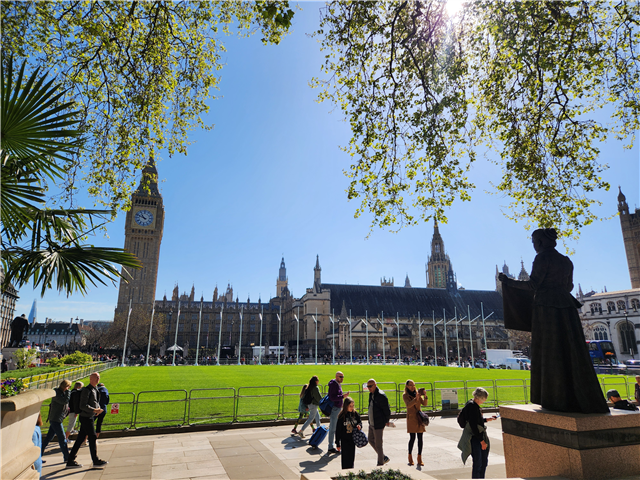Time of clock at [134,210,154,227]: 10:48
